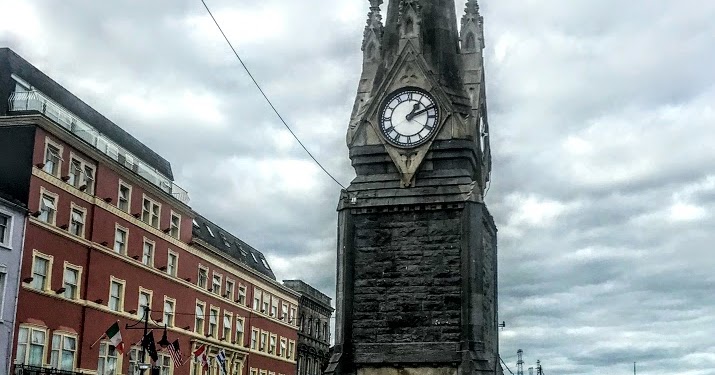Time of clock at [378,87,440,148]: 1:11
